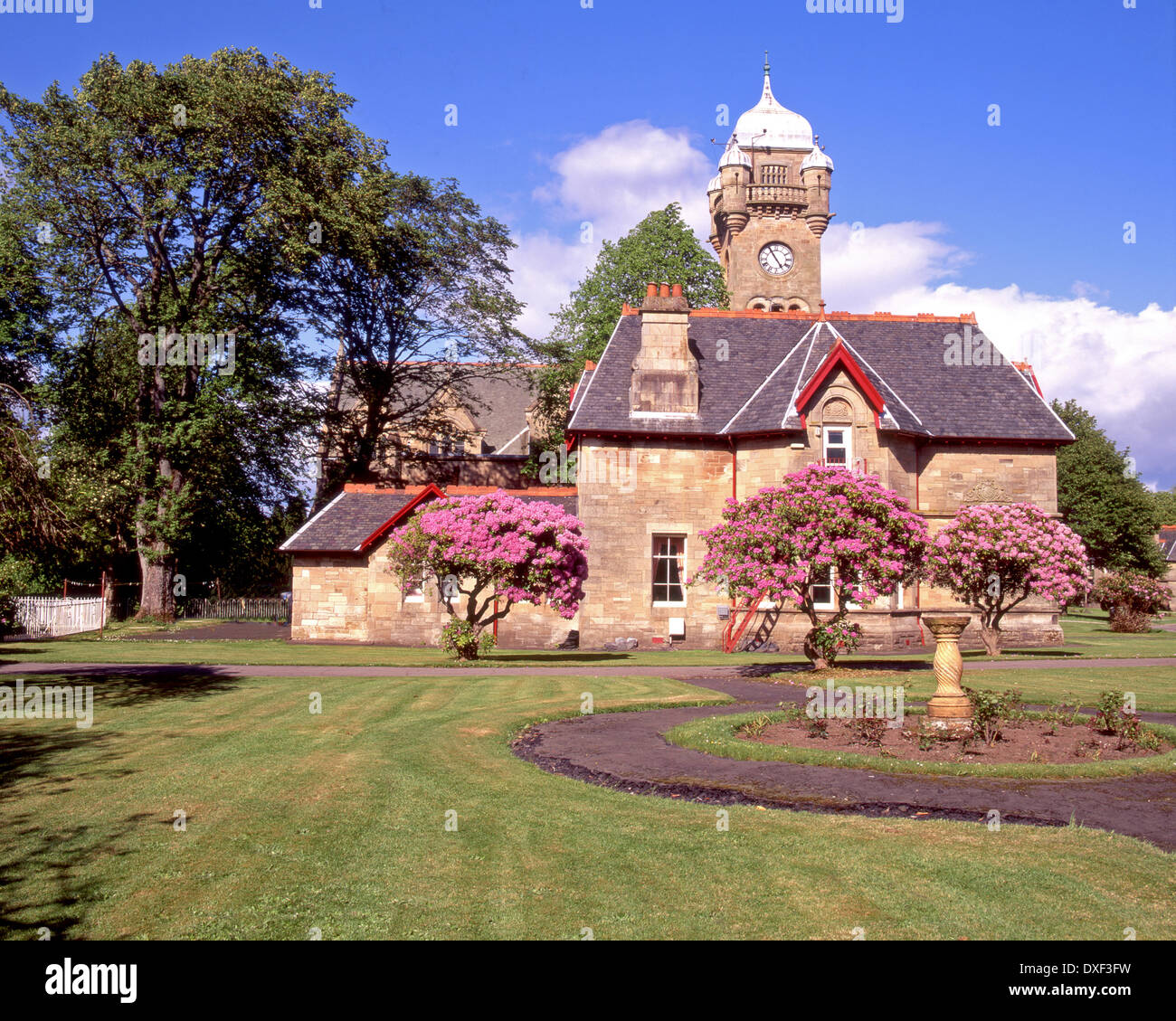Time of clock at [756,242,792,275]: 4:54
